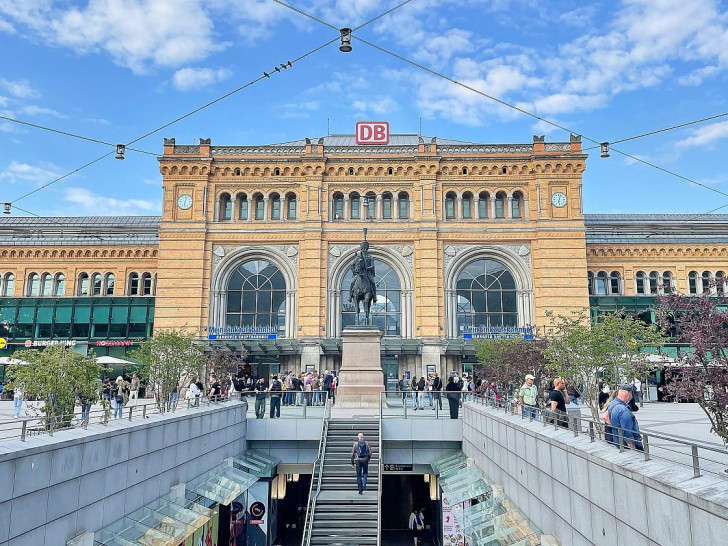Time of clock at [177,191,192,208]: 6:03
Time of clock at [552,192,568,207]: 6:03
